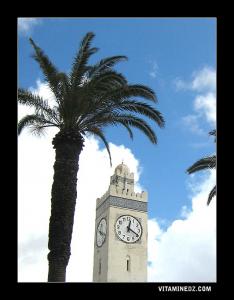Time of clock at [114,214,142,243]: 12:19
